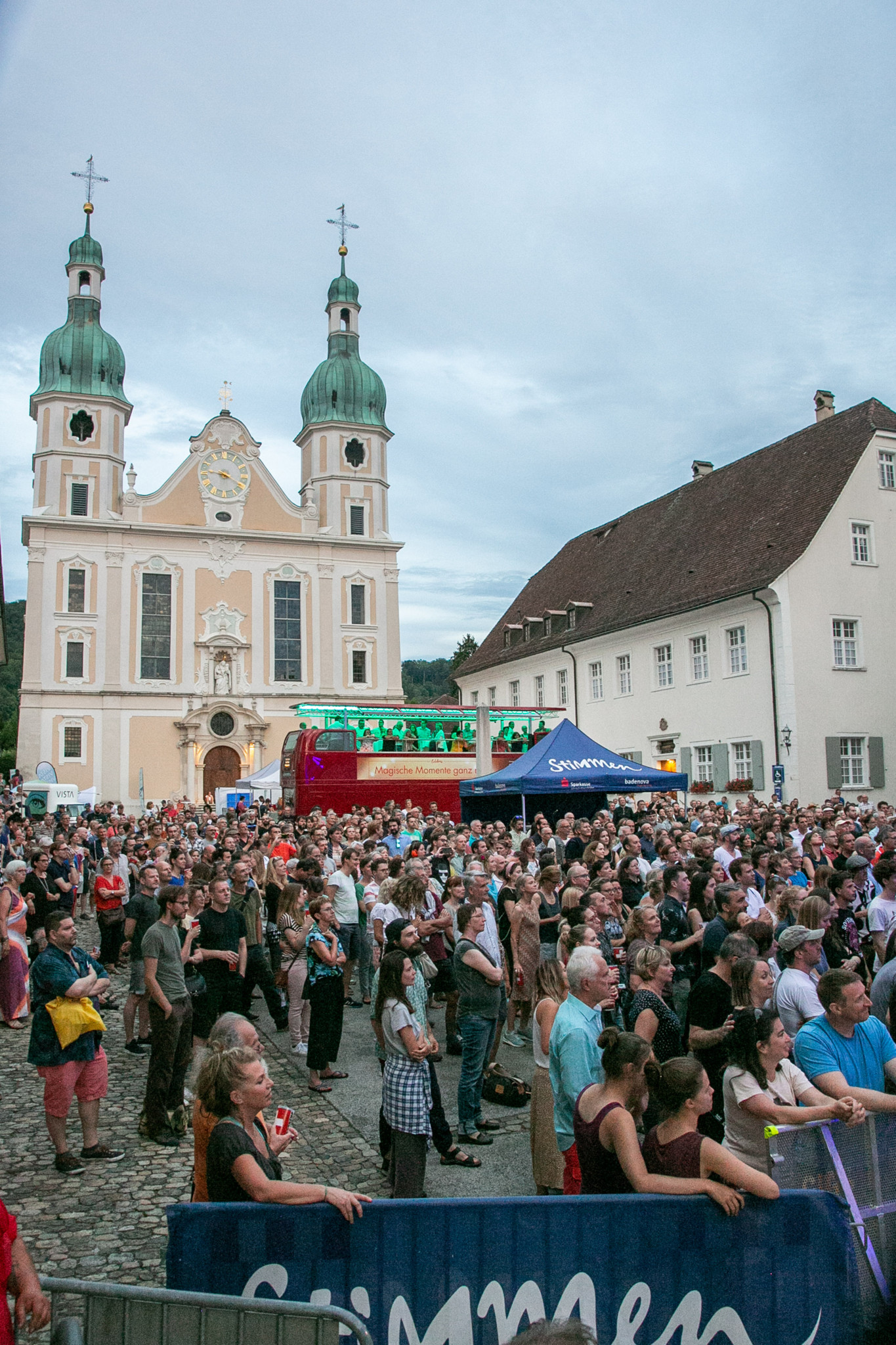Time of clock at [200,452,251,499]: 9:19
